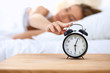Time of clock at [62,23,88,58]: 6:03
